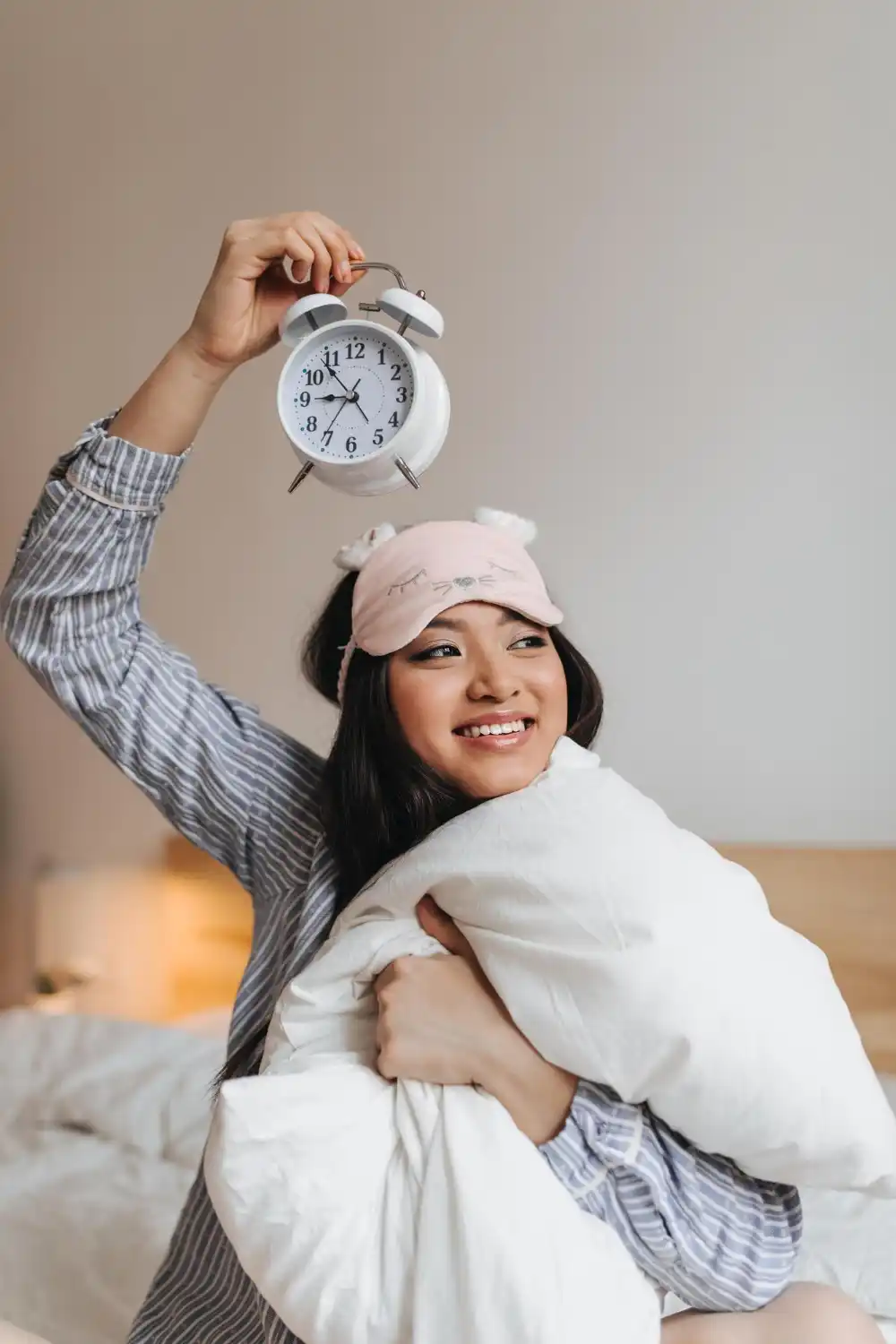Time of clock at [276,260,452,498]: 8:53
